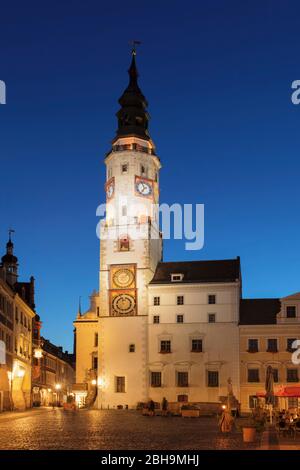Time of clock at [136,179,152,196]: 6:56
